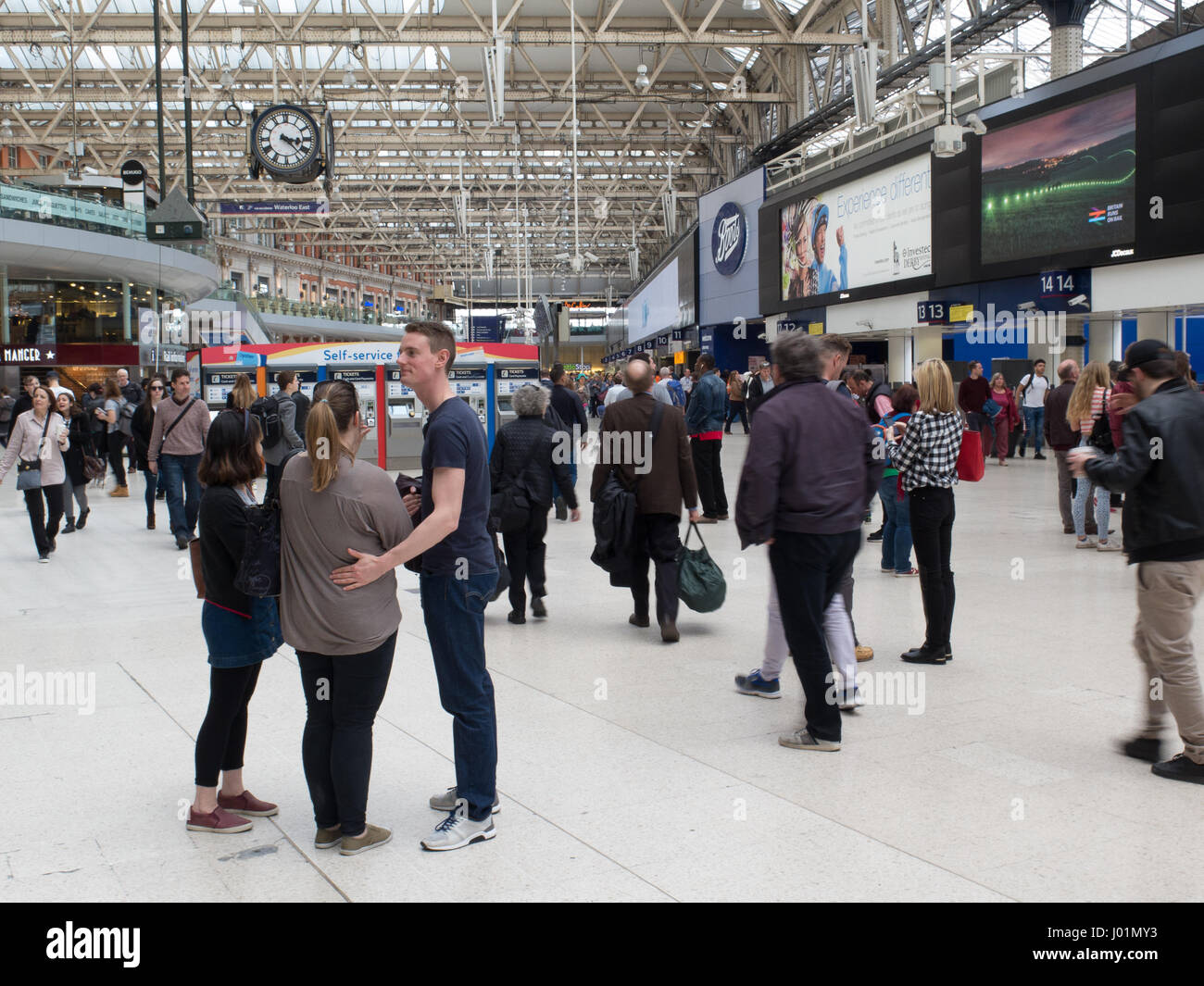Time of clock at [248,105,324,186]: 3:22
